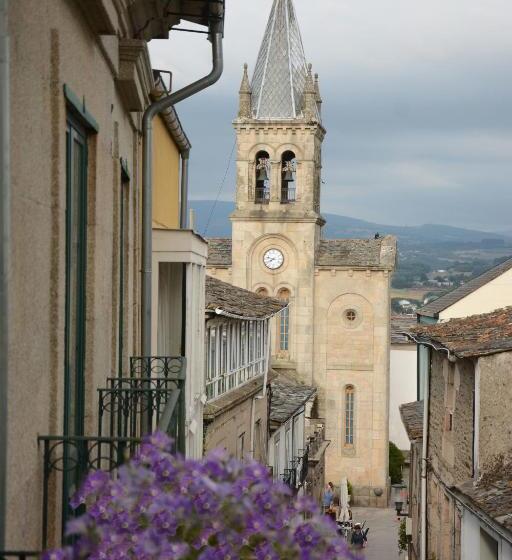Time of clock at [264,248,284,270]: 7:47
